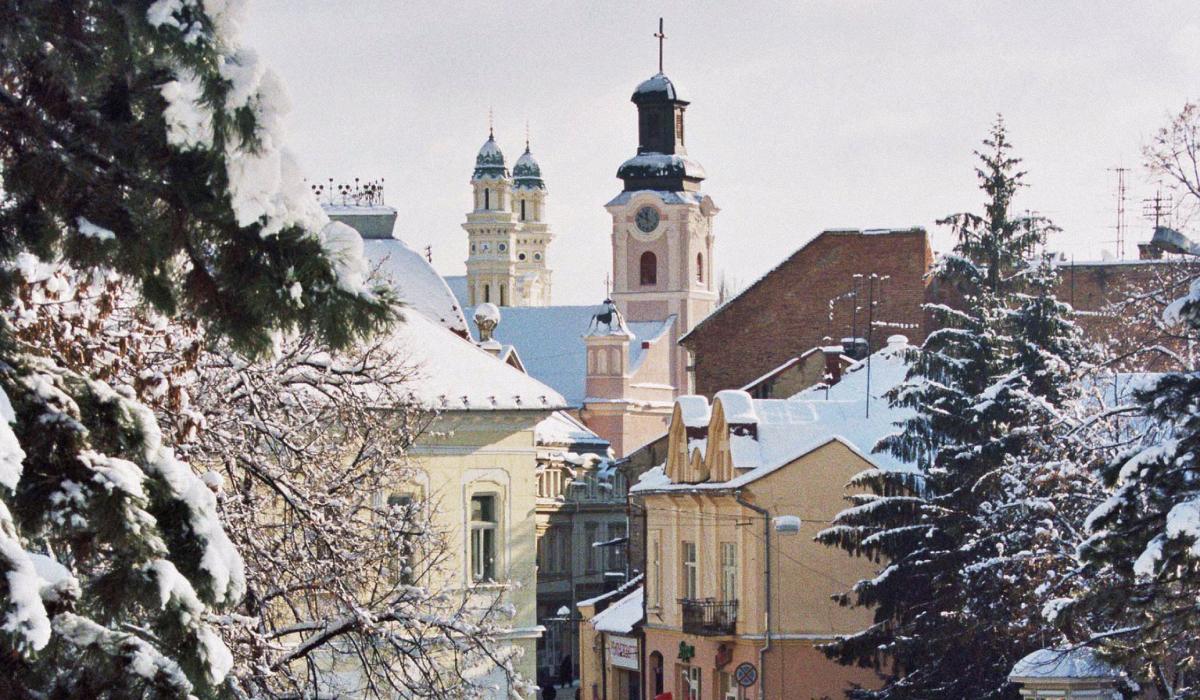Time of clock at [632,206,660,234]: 11:48
